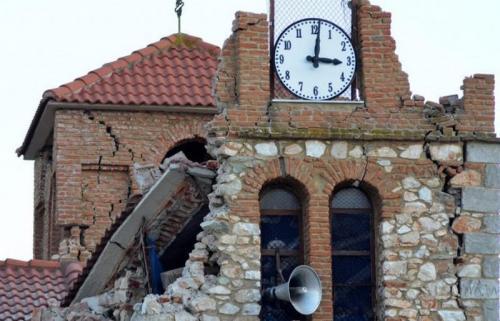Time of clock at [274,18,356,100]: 3:01
